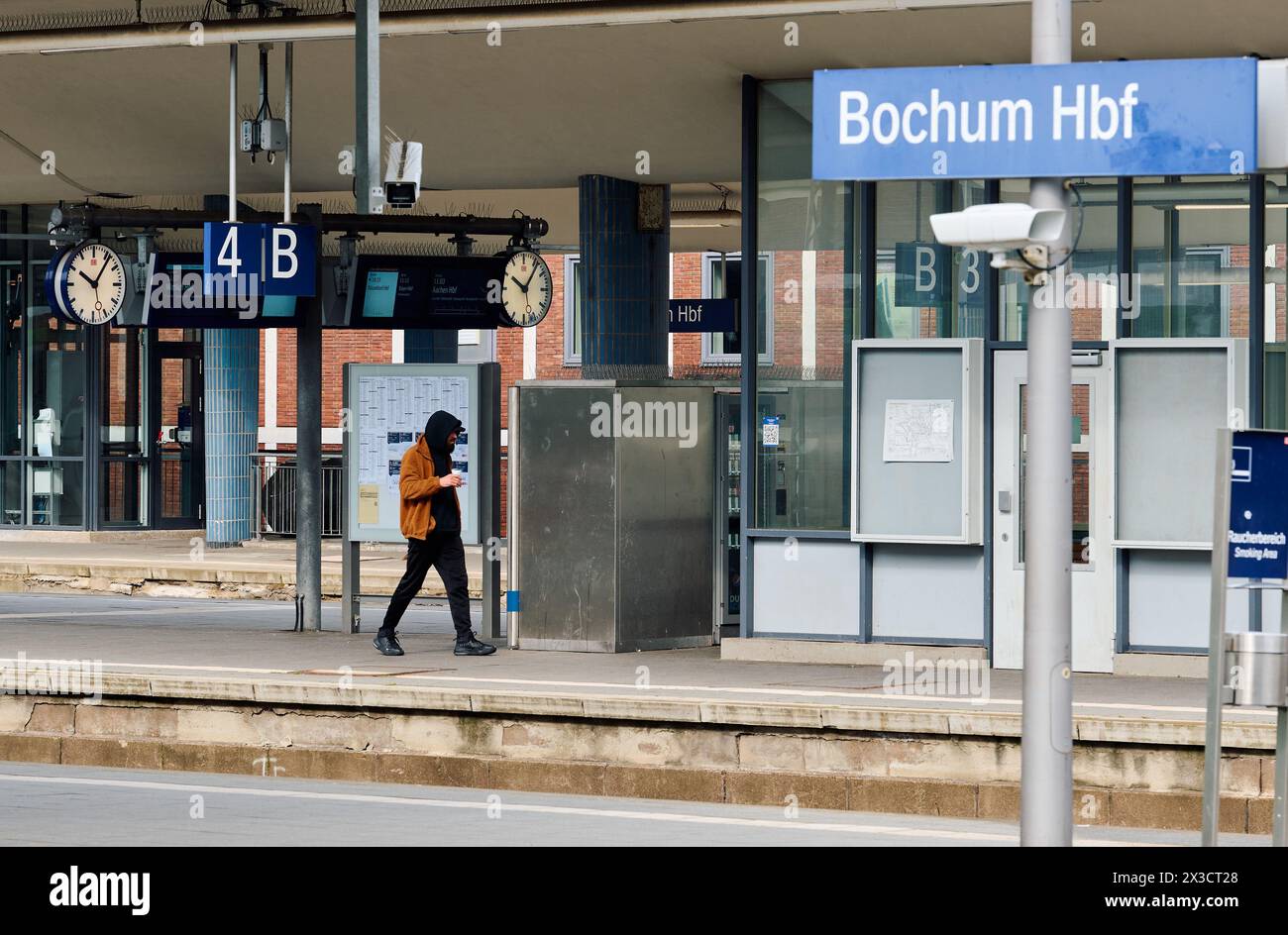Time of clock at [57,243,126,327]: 10:06
